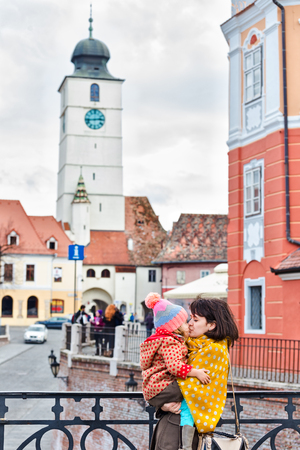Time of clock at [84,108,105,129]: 2:43
